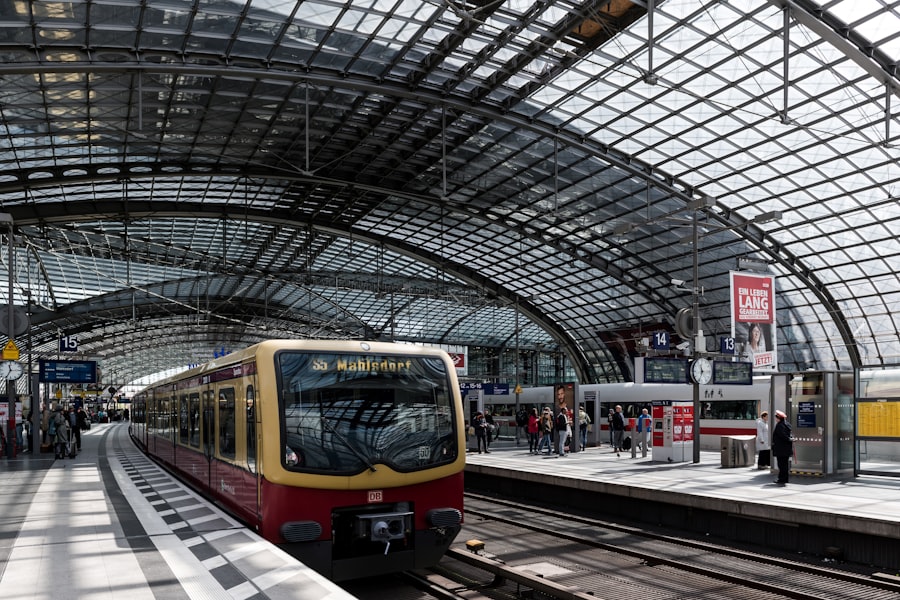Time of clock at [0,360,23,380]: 11:34
